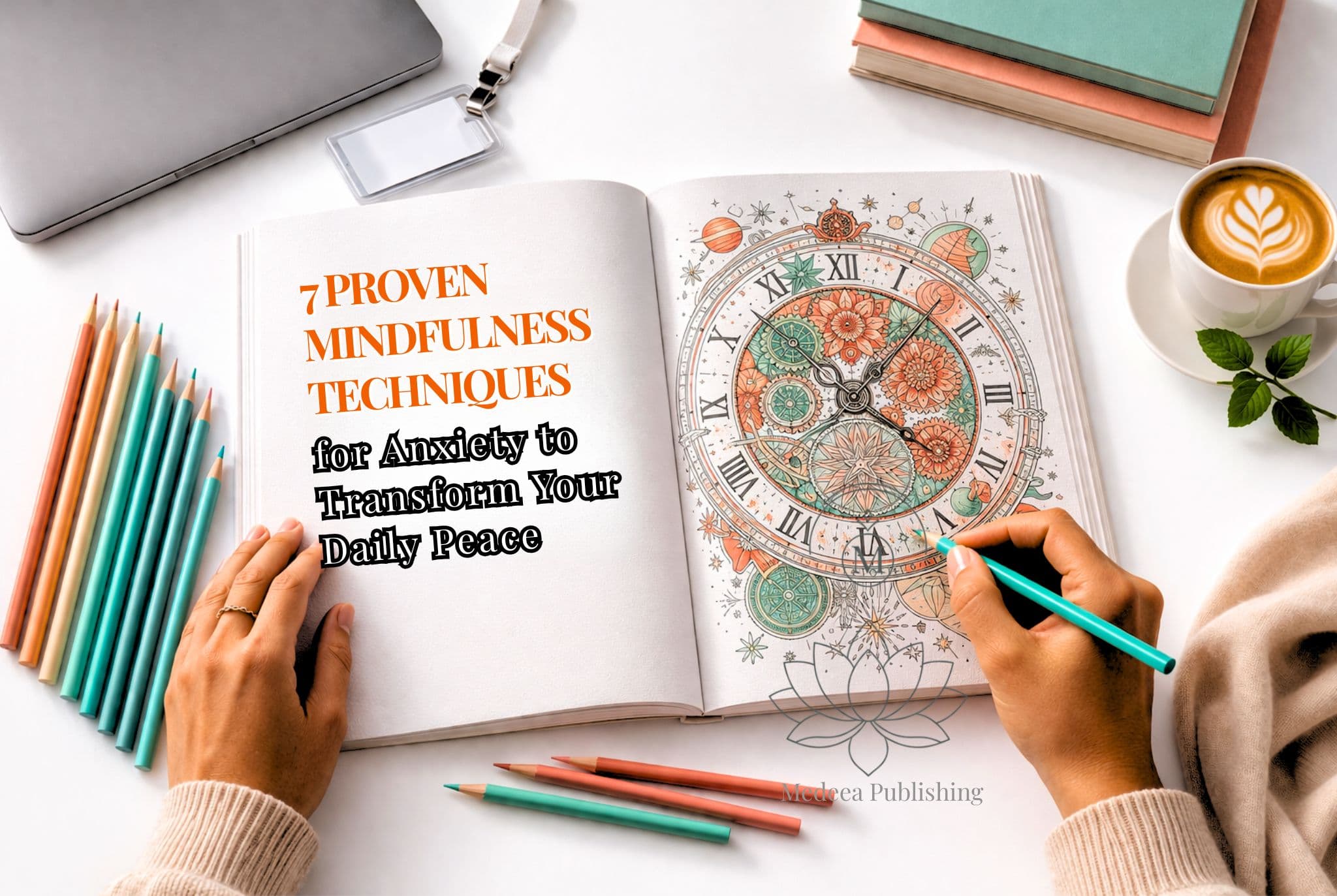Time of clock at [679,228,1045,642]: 4:07
